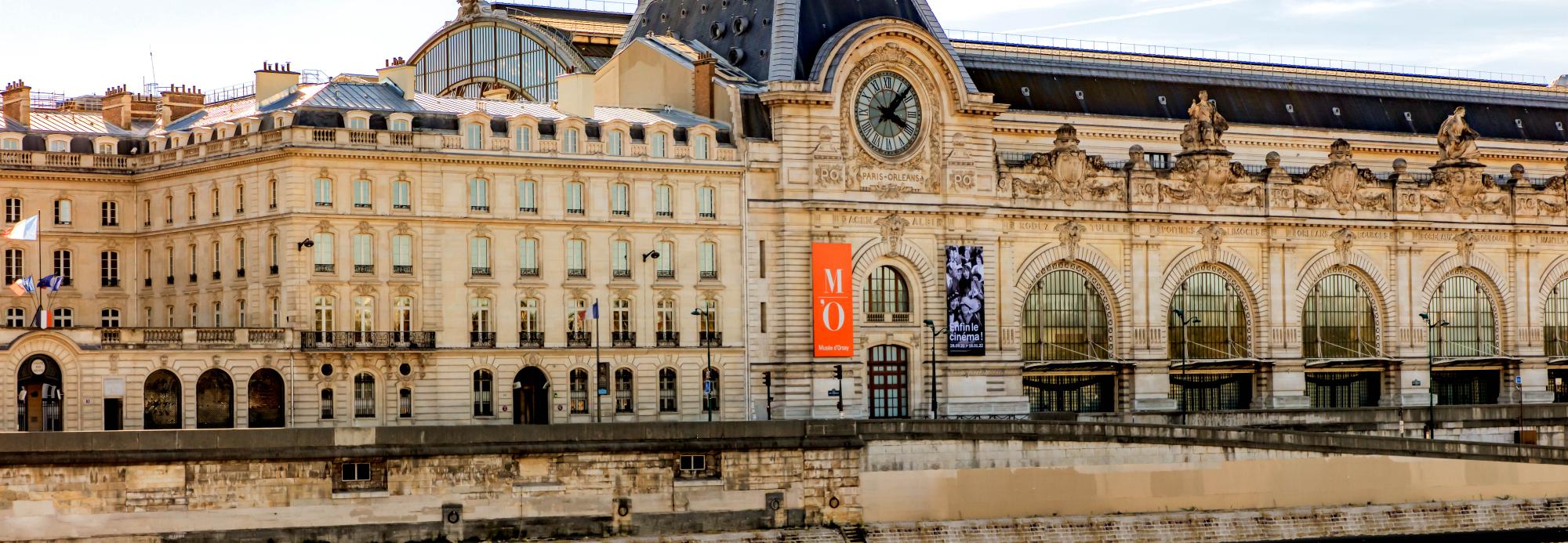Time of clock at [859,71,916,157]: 4:07
